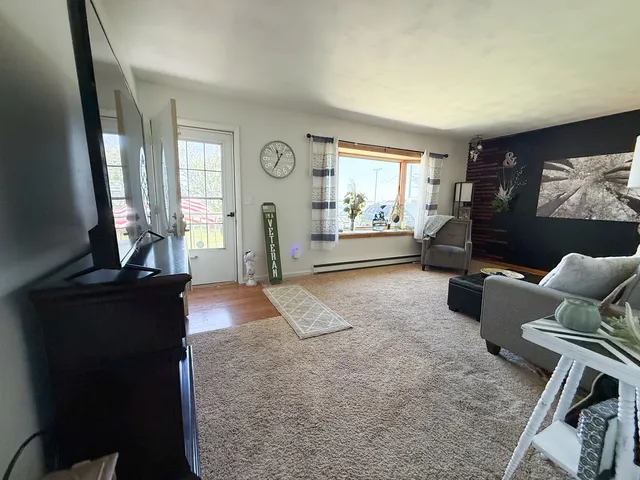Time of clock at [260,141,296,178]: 11:35
